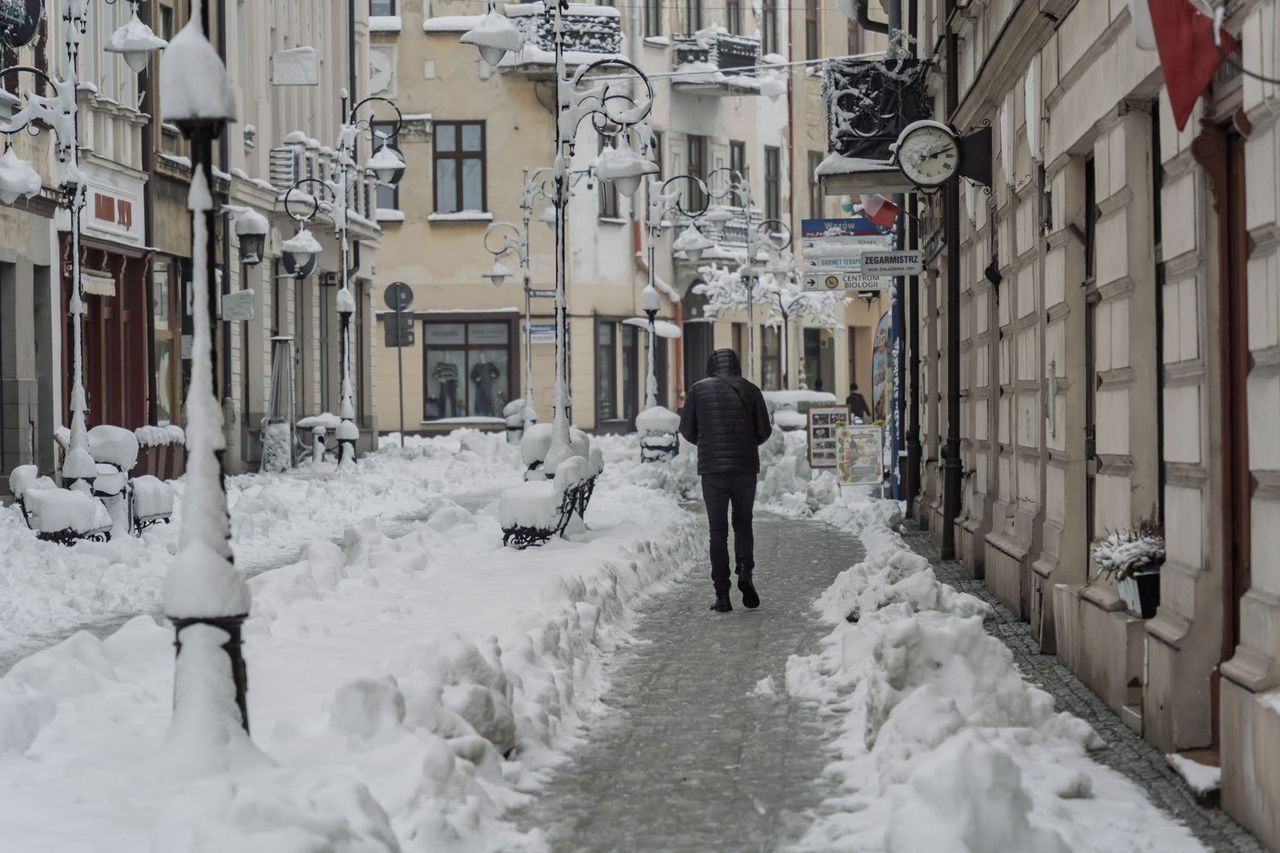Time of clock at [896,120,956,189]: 2:11
